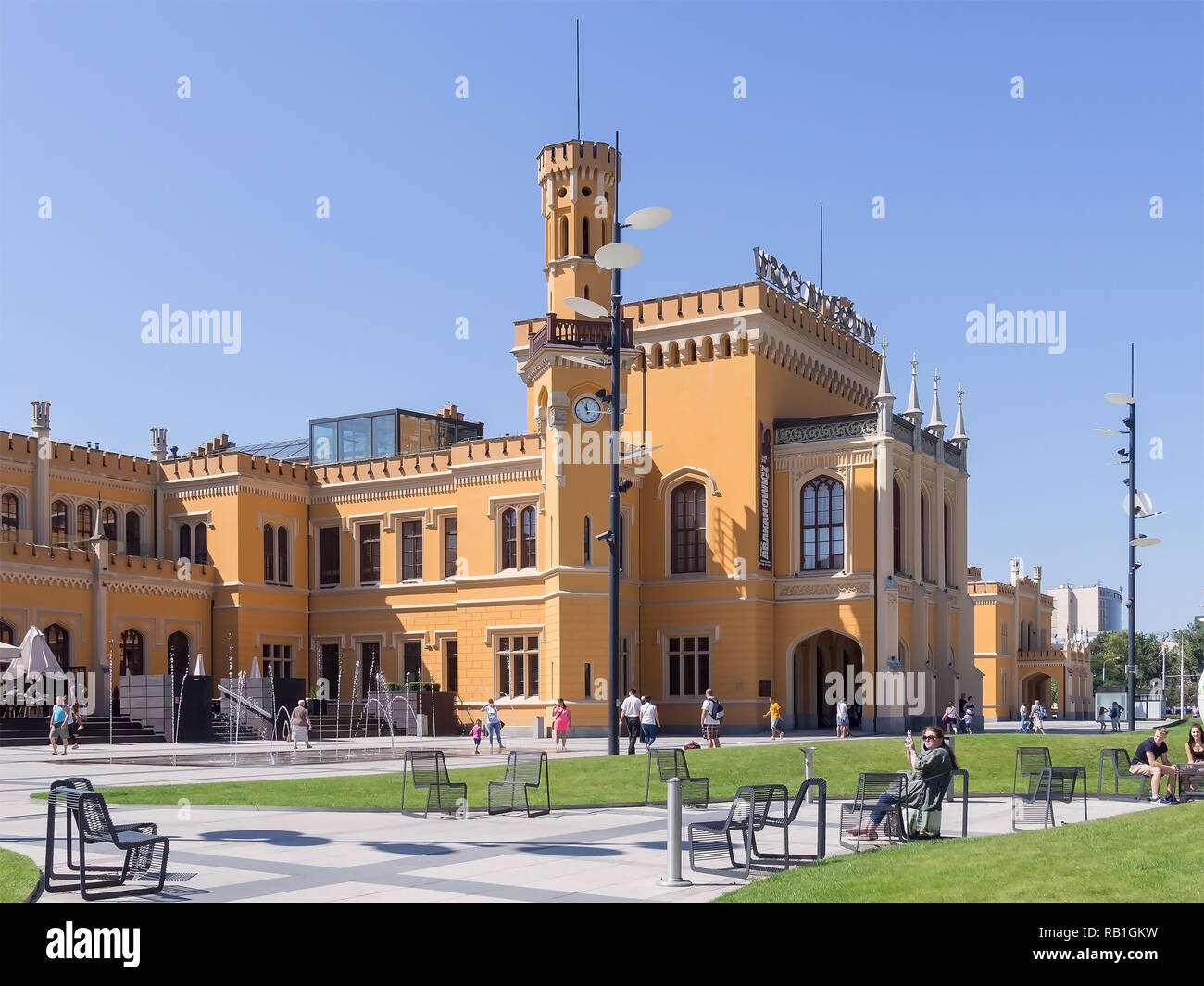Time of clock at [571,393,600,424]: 11:53
